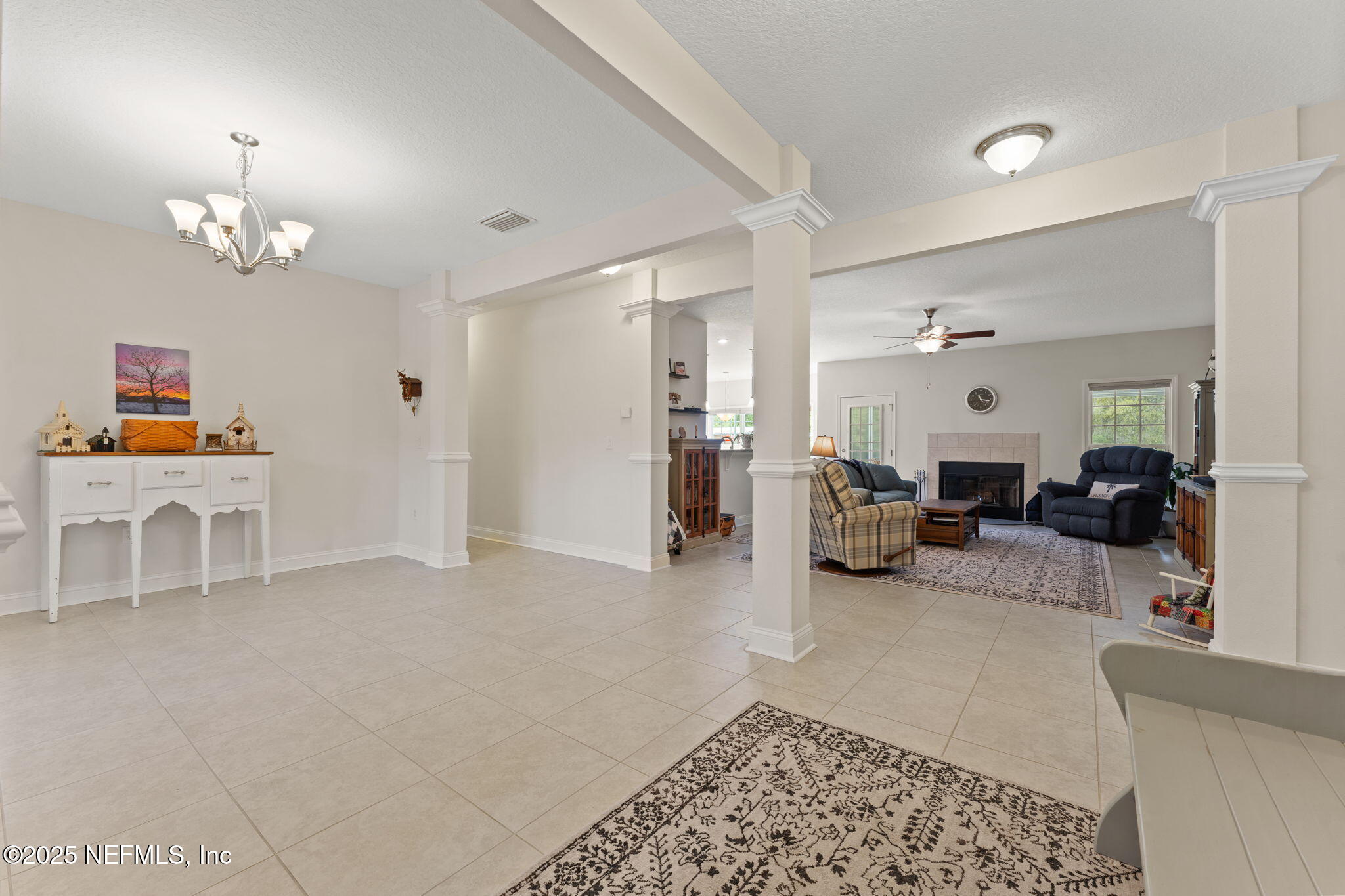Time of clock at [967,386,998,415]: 11:16
